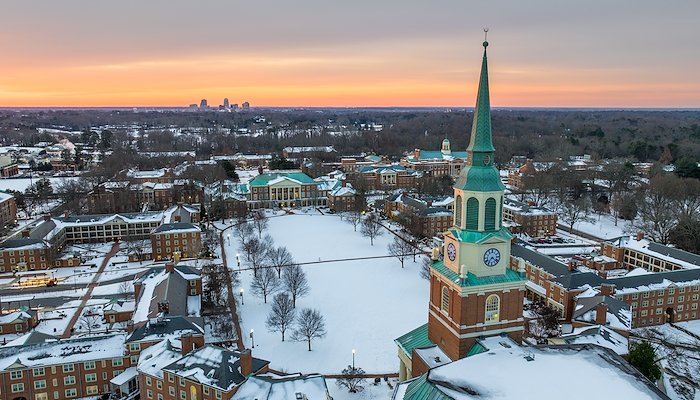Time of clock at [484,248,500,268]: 7:21
